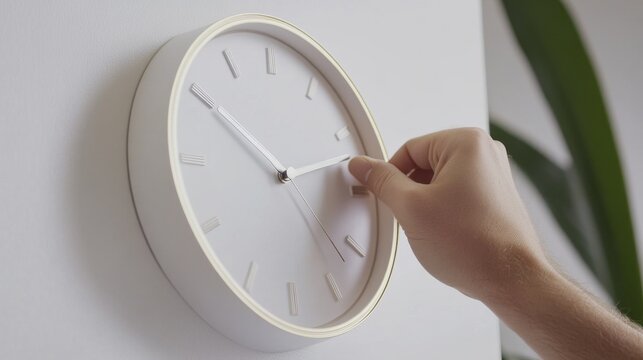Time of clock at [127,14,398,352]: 10:12
